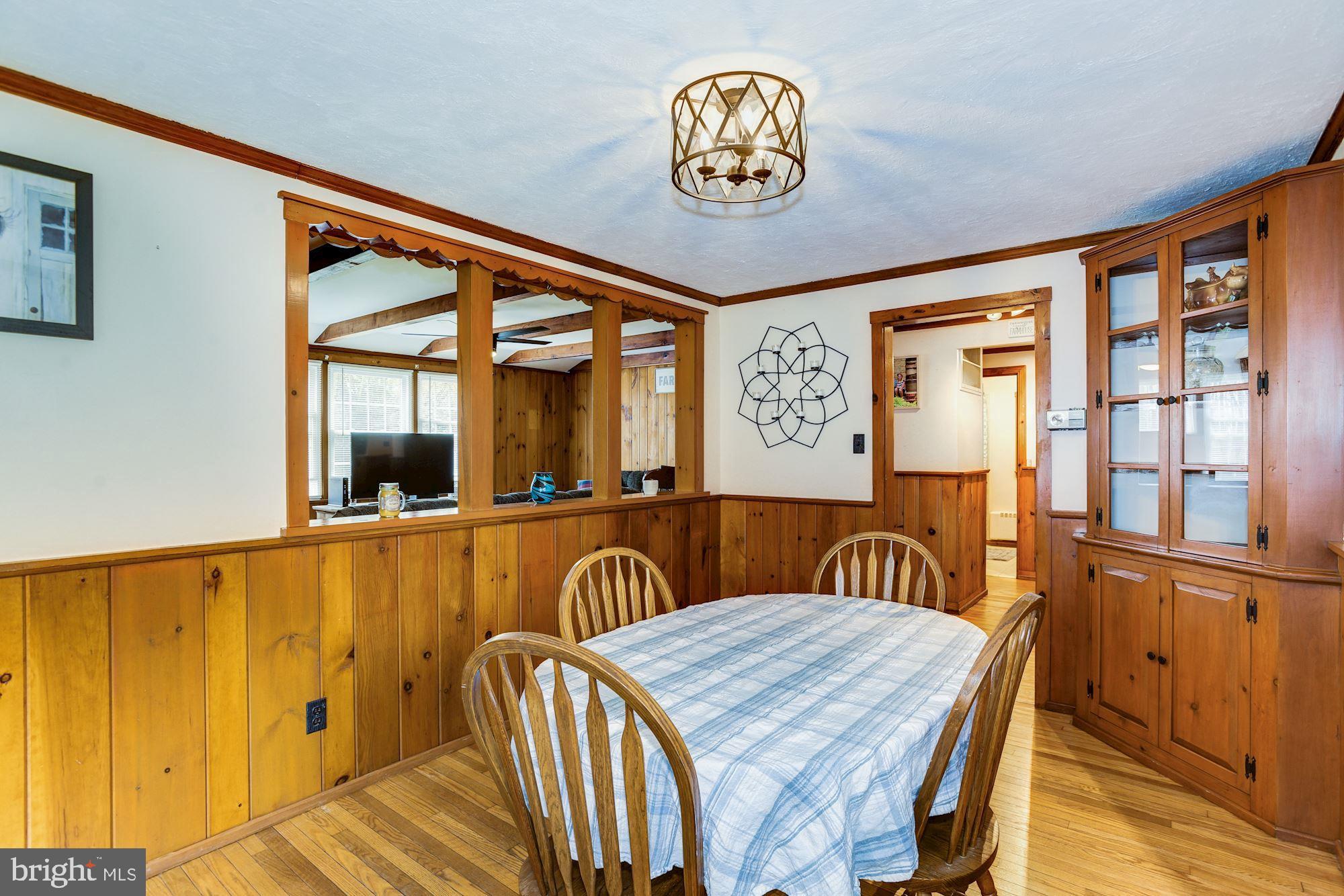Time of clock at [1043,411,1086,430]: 2:44
